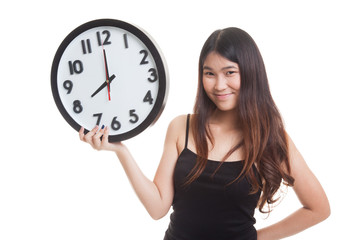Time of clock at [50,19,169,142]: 7:59
